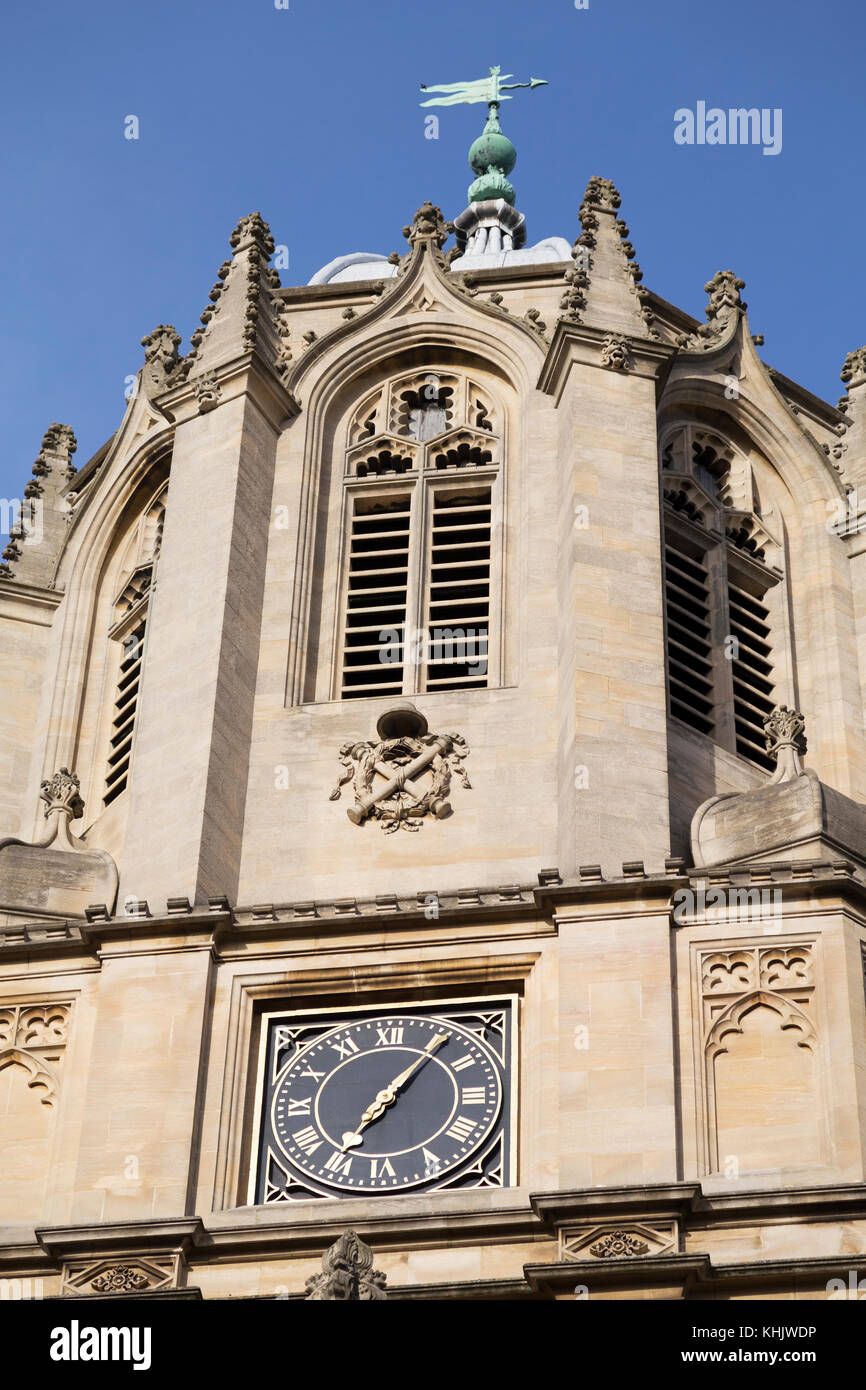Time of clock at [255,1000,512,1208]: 7:06
